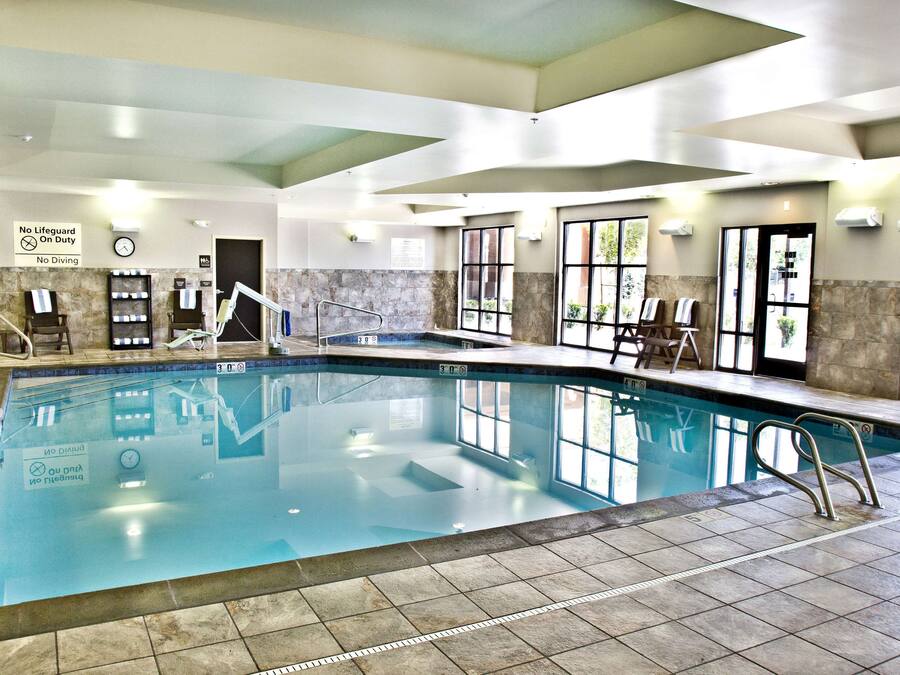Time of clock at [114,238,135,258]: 4:38
